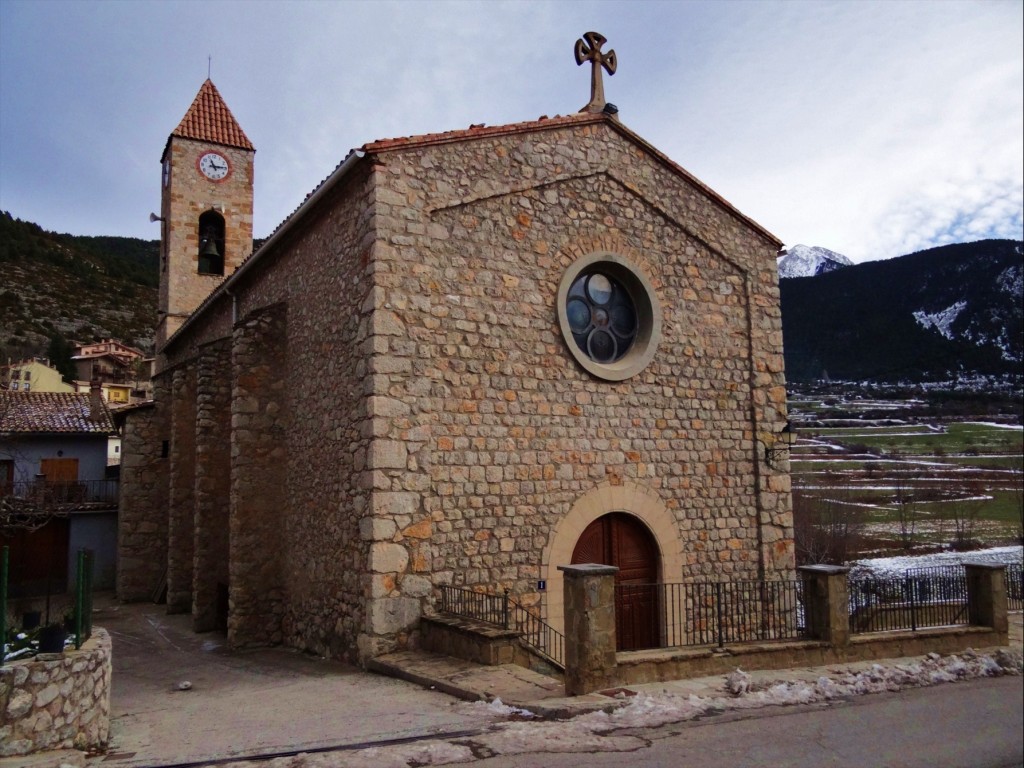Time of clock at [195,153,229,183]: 11:14
